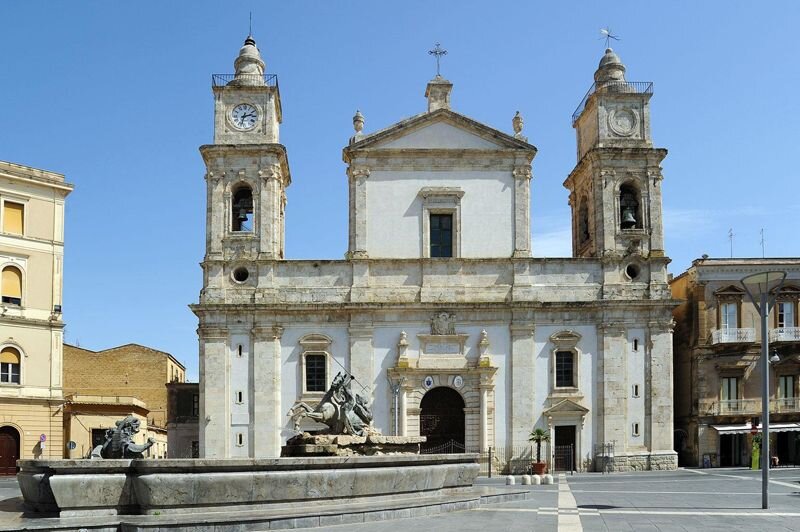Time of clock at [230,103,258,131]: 2:32
